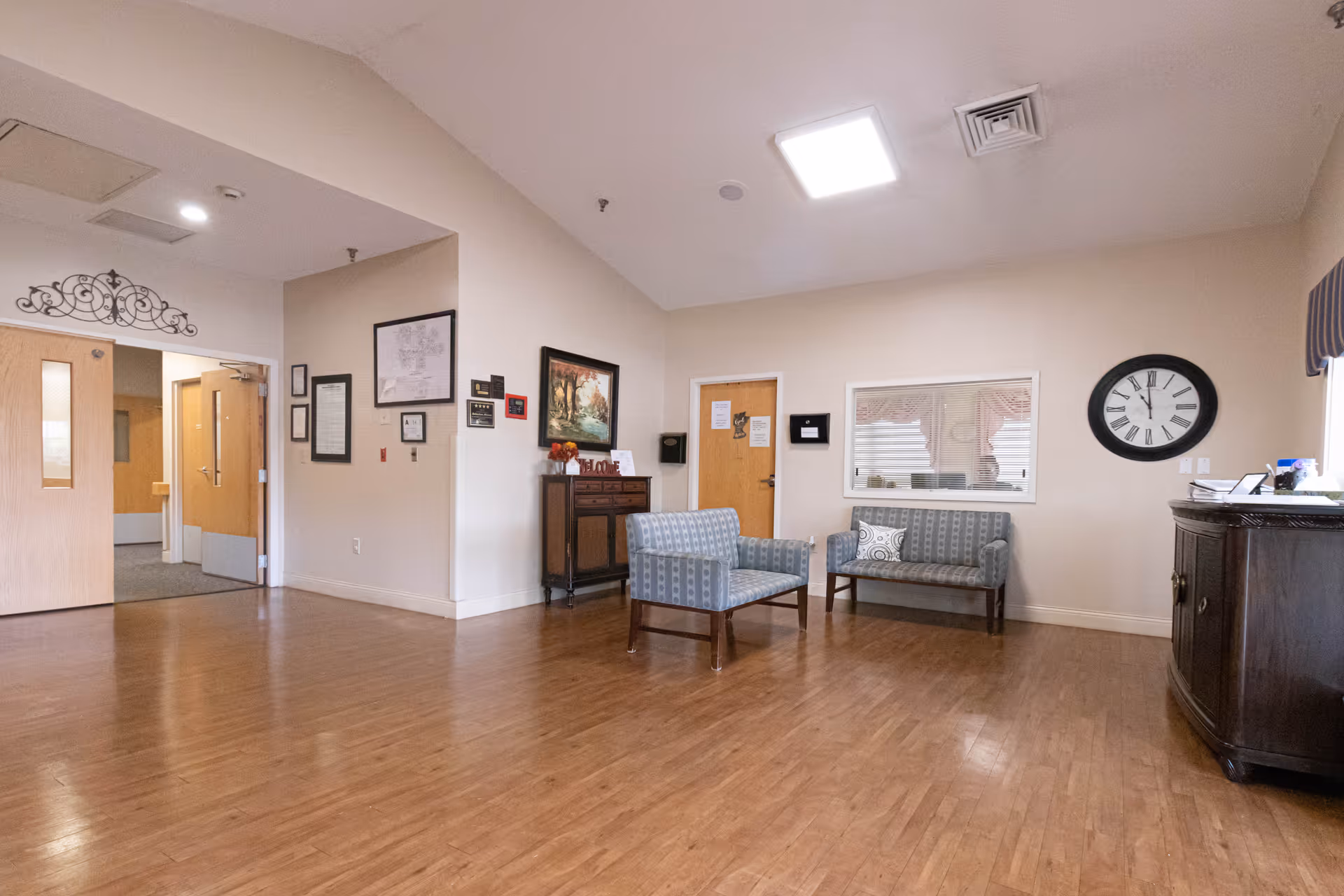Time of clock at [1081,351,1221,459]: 10:59
